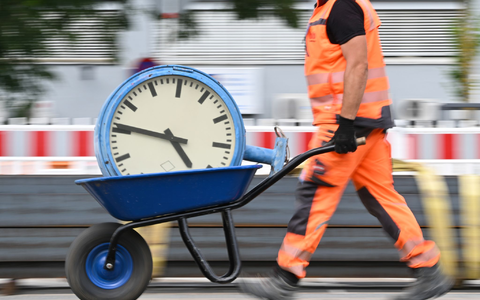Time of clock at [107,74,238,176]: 4:46
